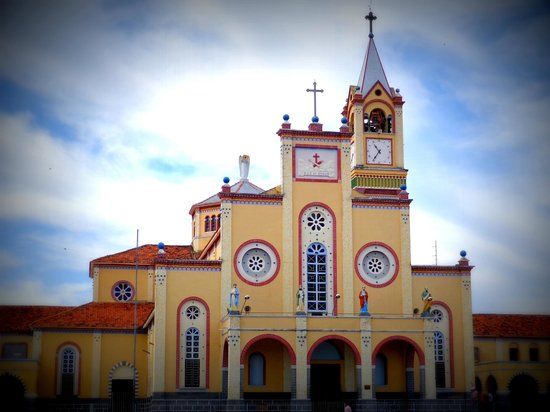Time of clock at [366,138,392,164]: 10:36
